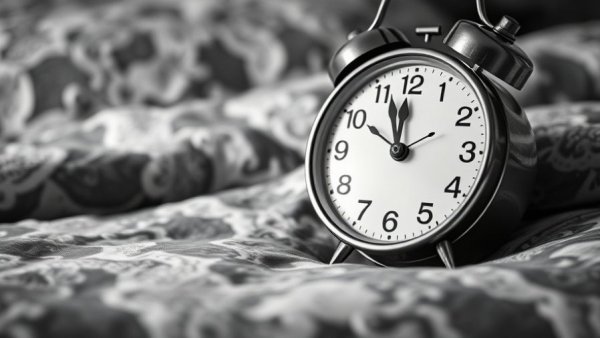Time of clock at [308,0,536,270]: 11:56
